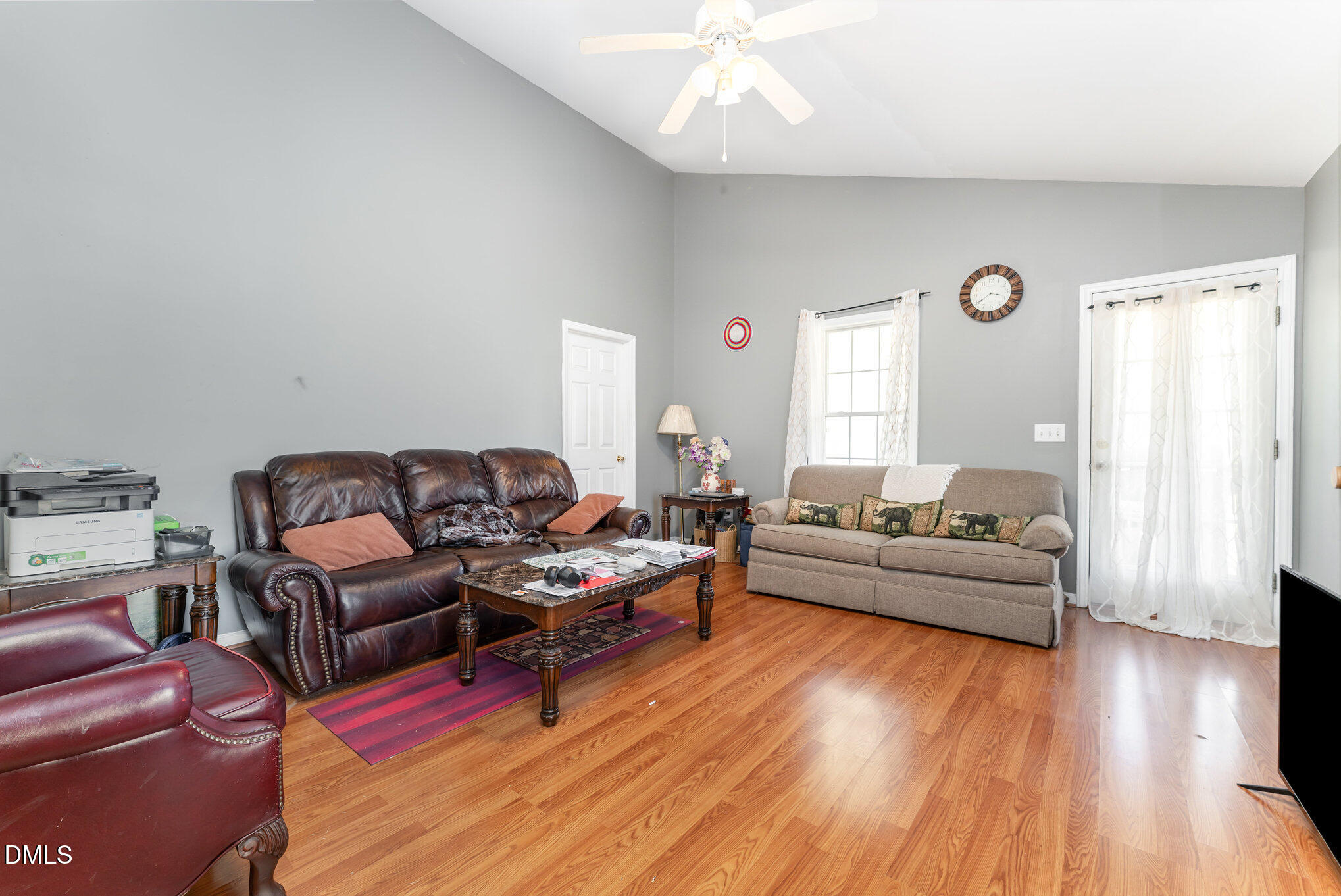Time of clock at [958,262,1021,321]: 3:39
